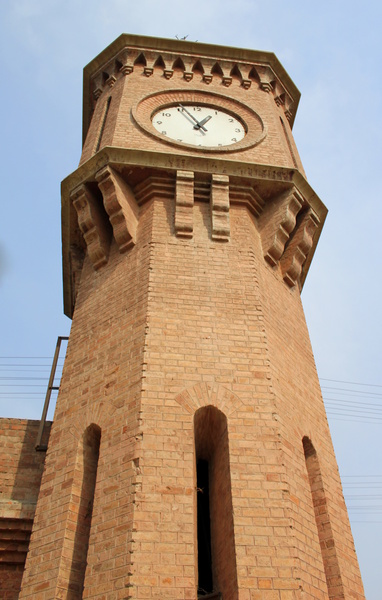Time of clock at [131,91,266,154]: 12:55
